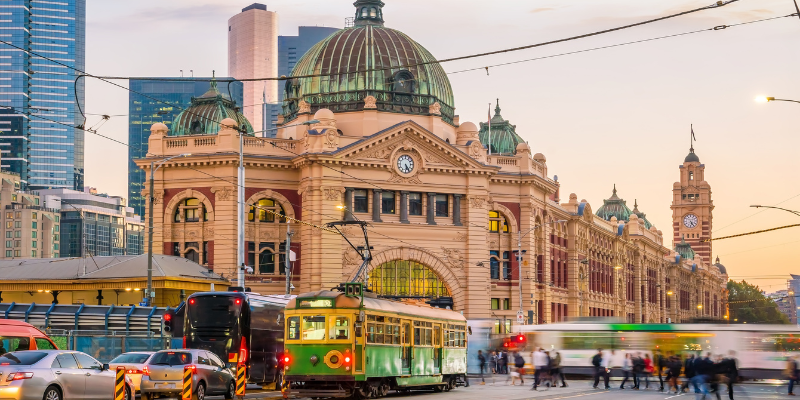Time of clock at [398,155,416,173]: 5:24
